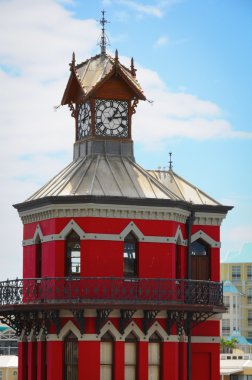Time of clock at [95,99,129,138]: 1:13
